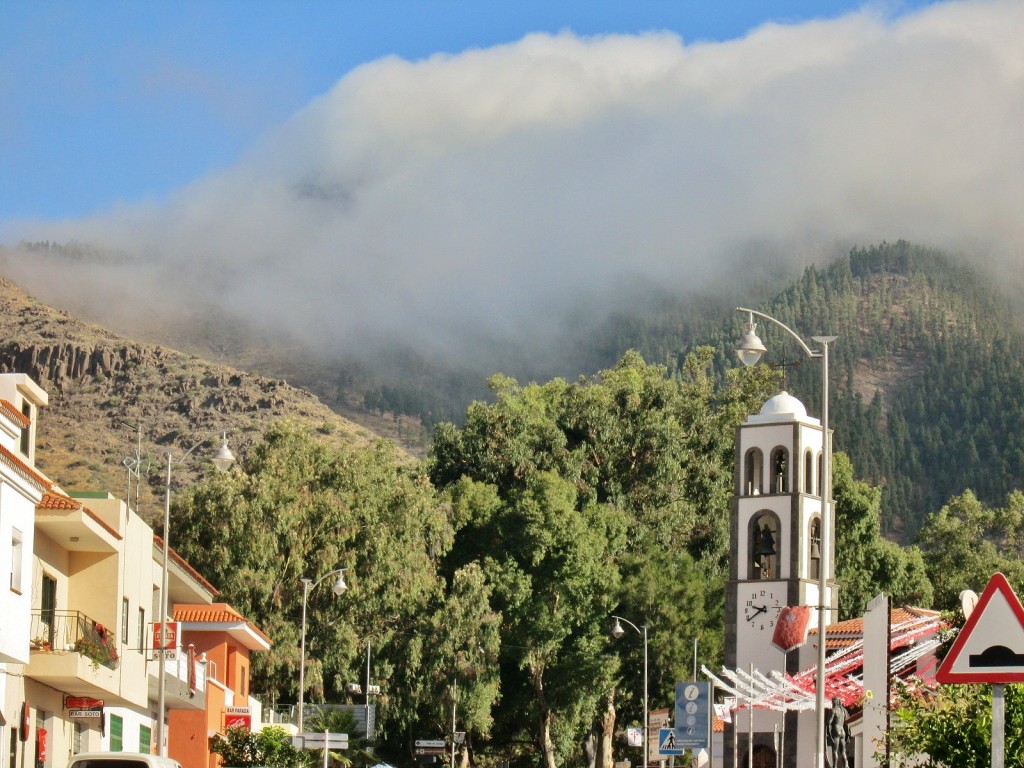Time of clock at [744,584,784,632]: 9:38
